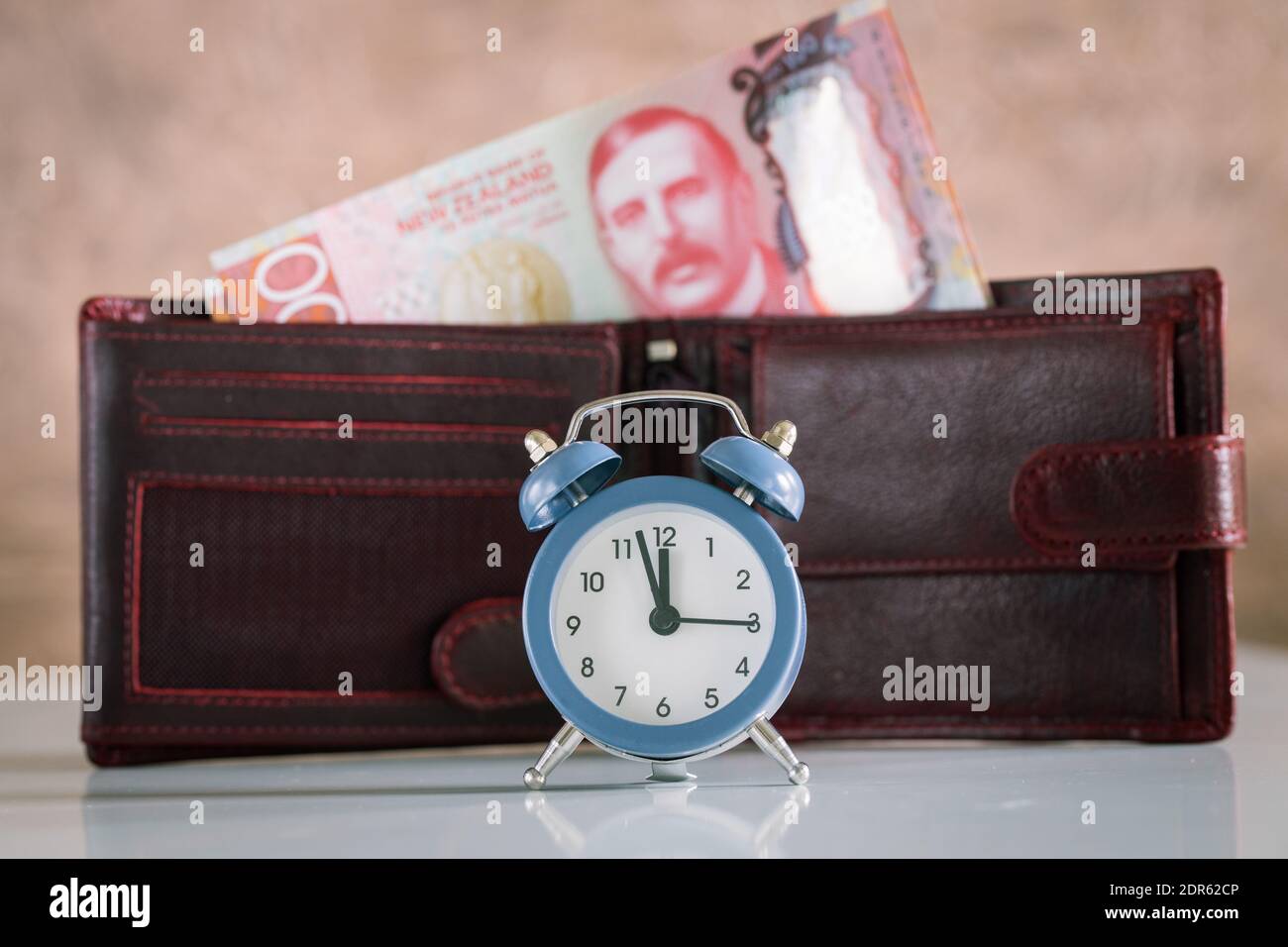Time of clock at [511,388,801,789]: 11:57
